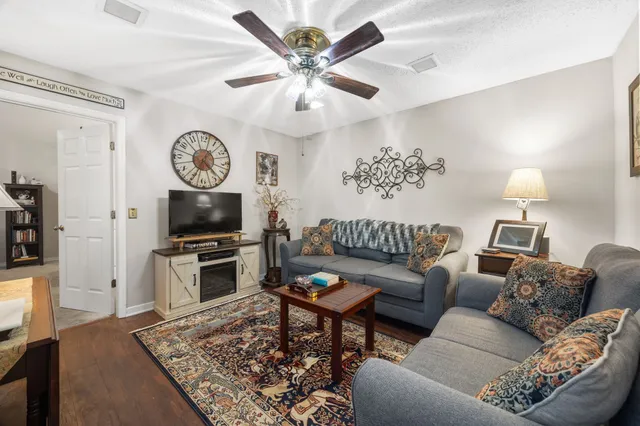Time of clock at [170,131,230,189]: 4:34
